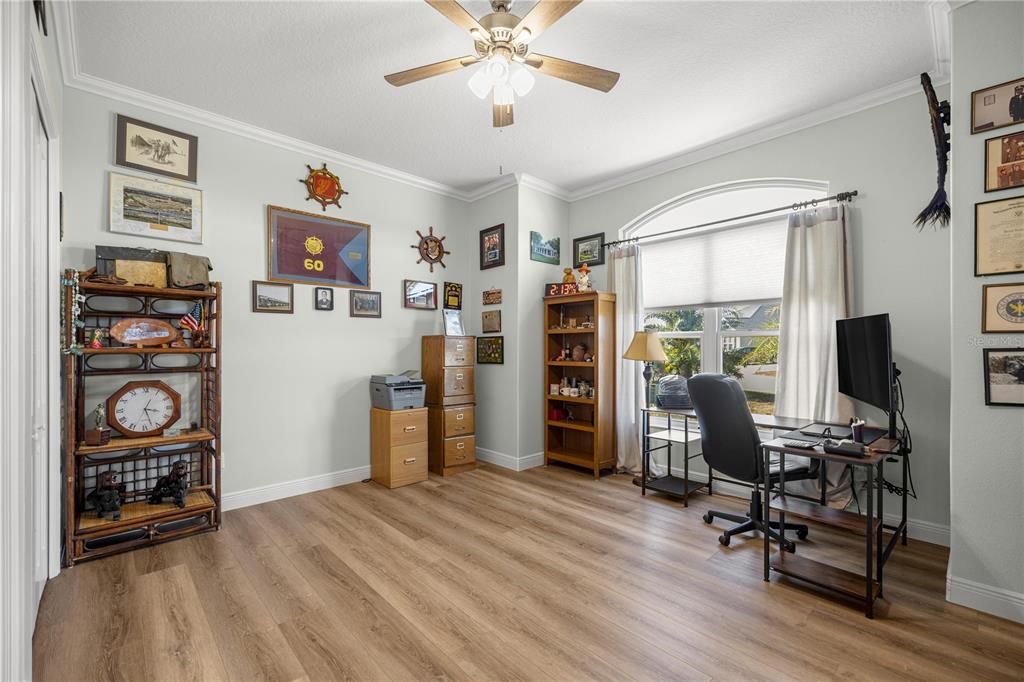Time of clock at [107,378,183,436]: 3:27
